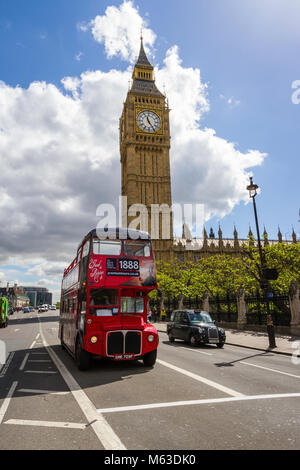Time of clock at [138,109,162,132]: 11:24
